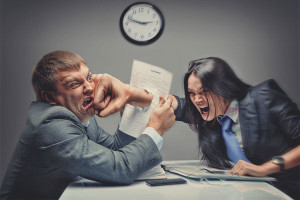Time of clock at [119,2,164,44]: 2:48
